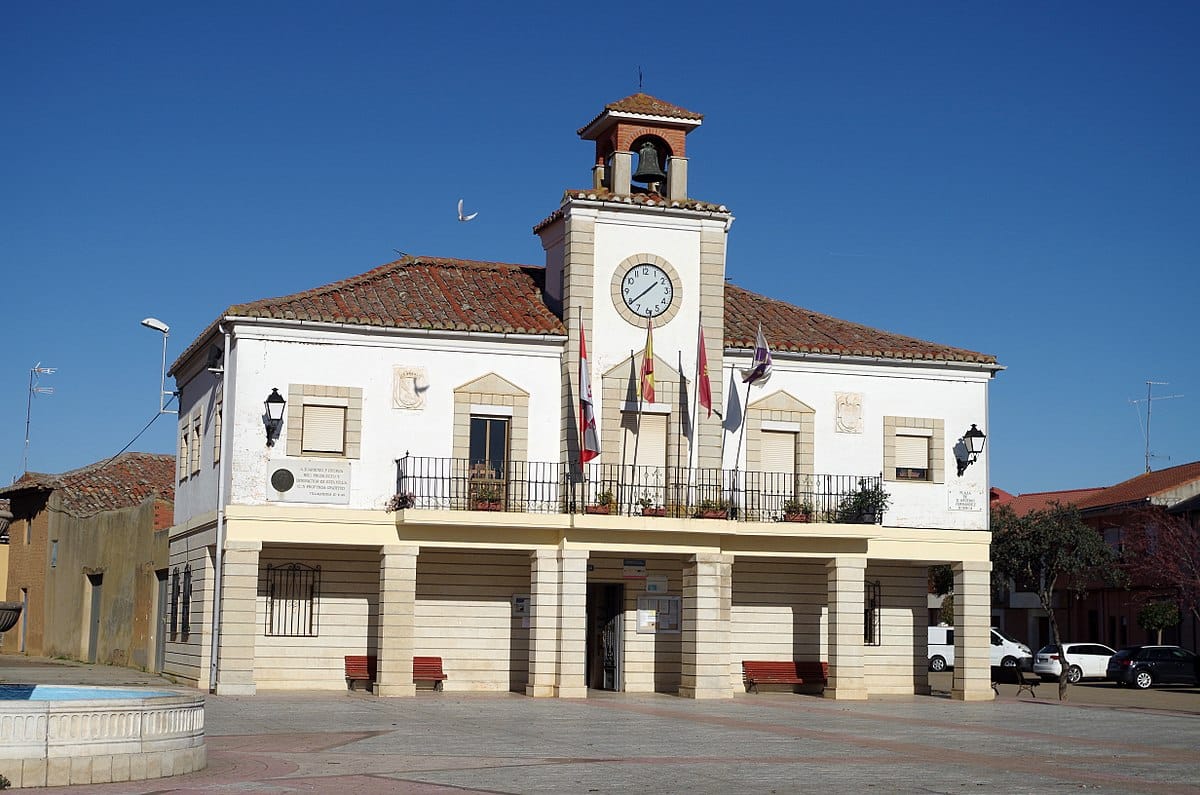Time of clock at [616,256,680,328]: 1:39
